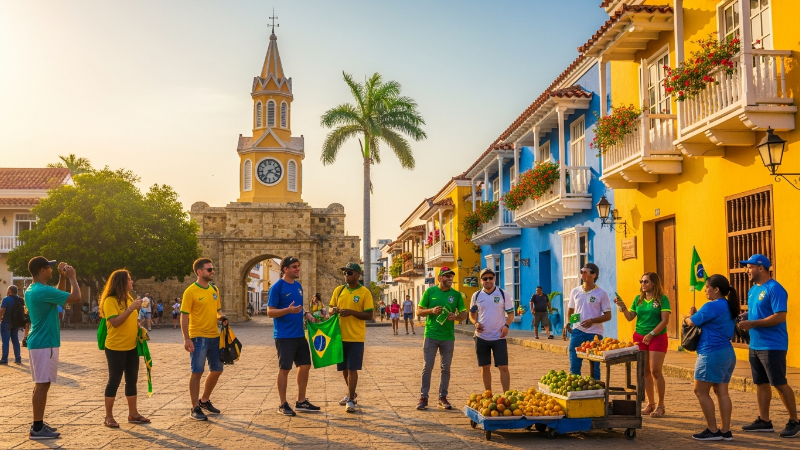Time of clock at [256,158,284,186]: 7:18
